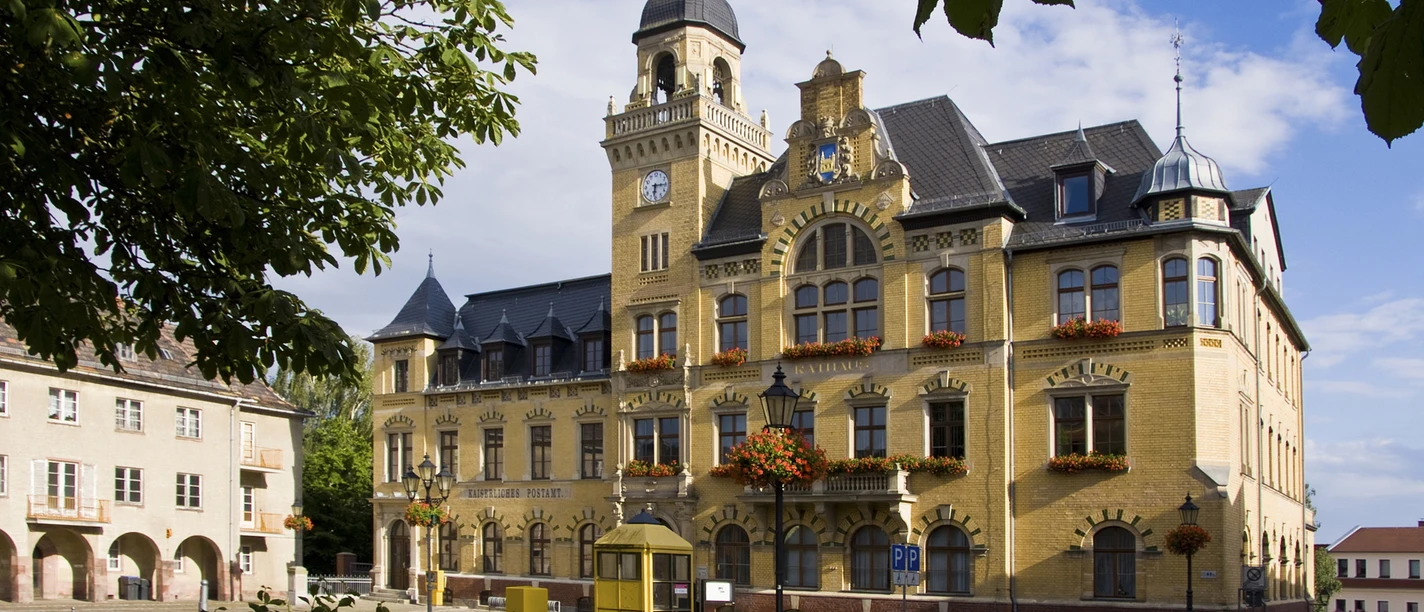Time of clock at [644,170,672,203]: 6:15
